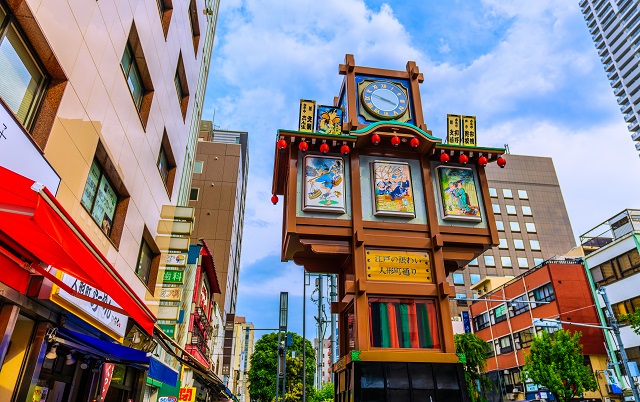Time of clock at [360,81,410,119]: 3:48
